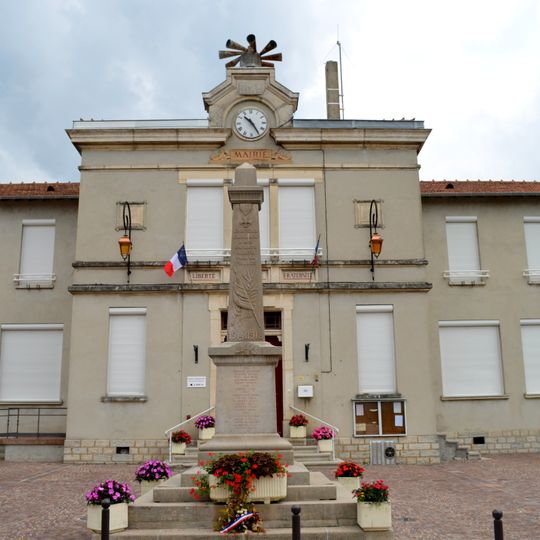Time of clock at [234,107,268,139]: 10:24
